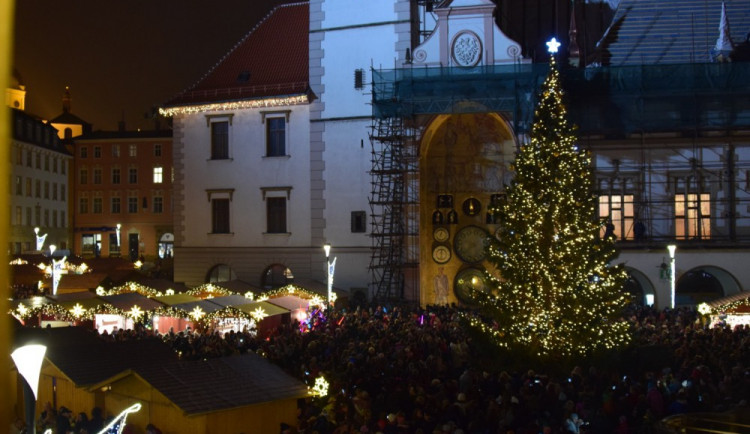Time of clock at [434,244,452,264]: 12:32
